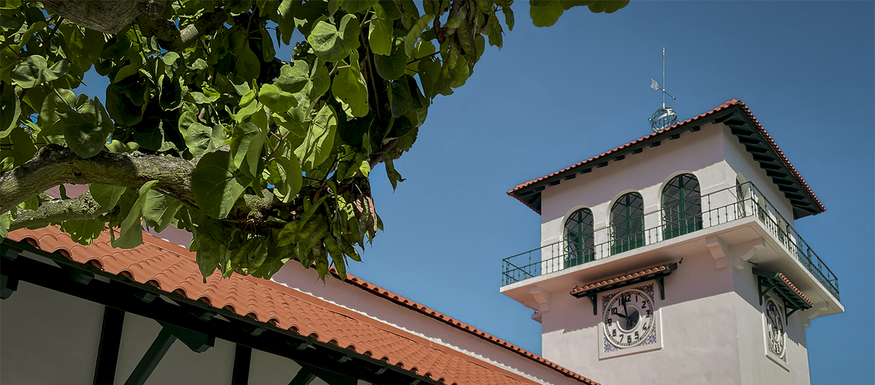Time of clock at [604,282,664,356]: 9:57
